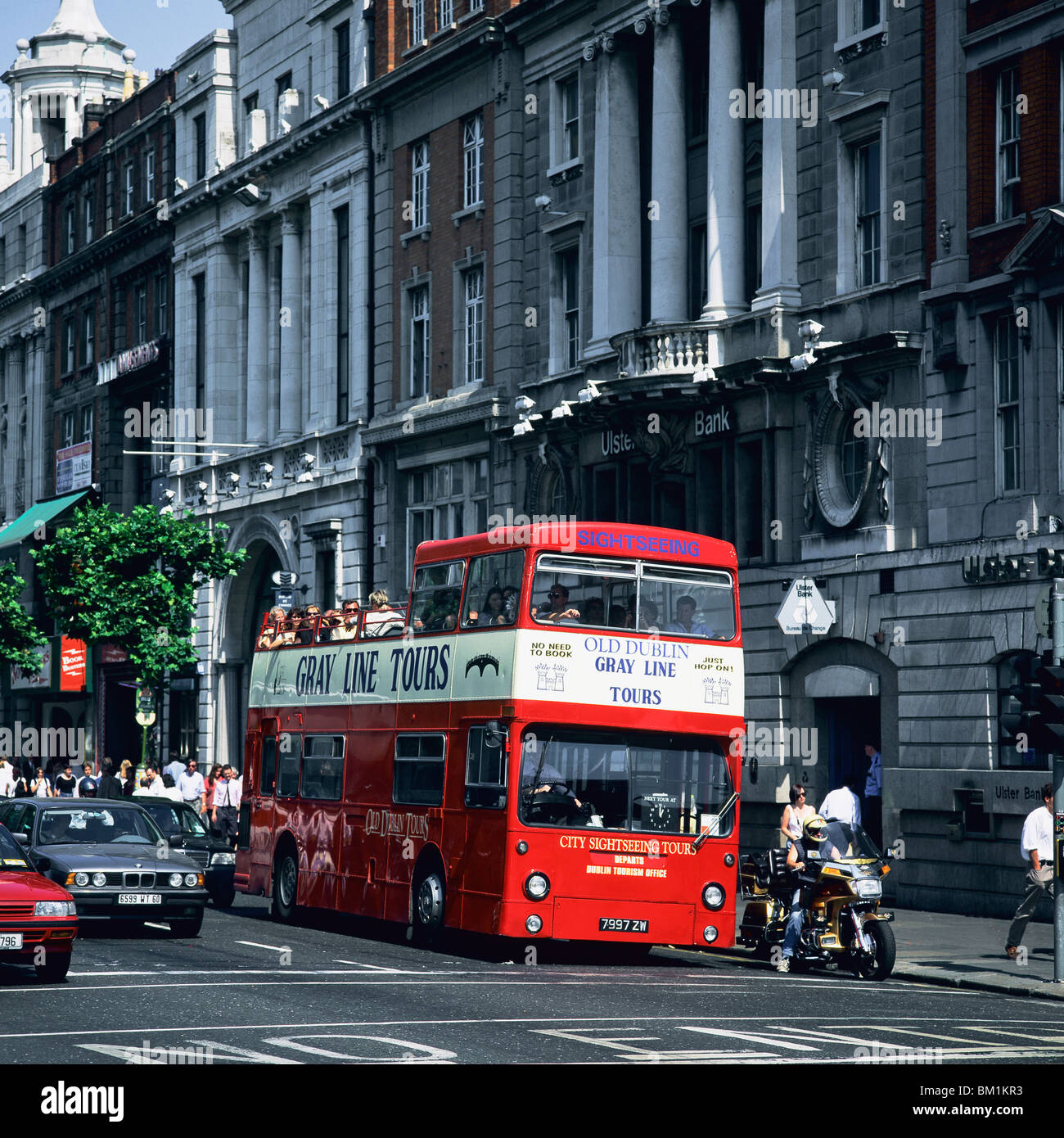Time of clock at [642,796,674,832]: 1:00
